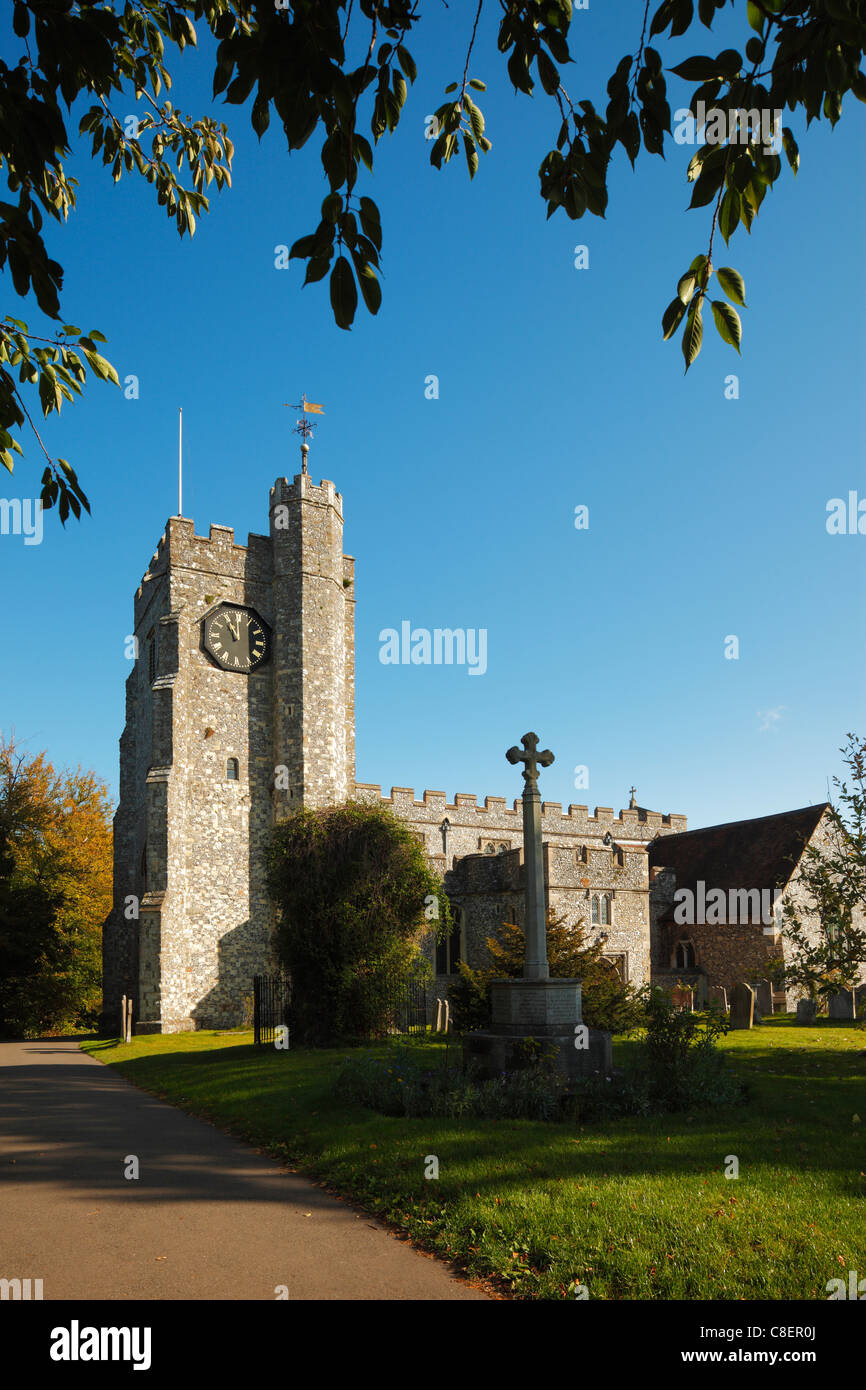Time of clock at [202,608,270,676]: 11:00
